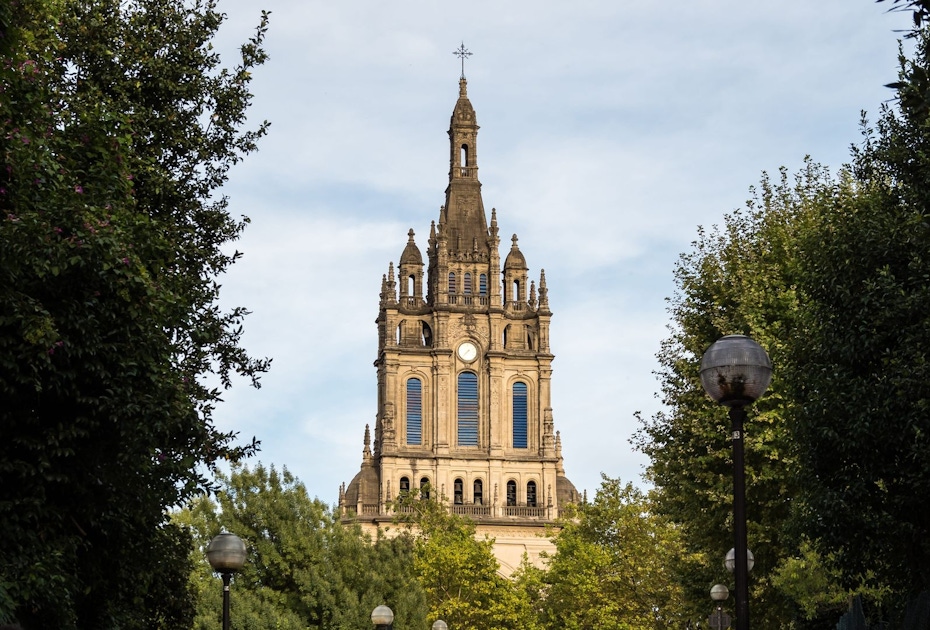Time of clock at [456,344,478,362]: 7:37
